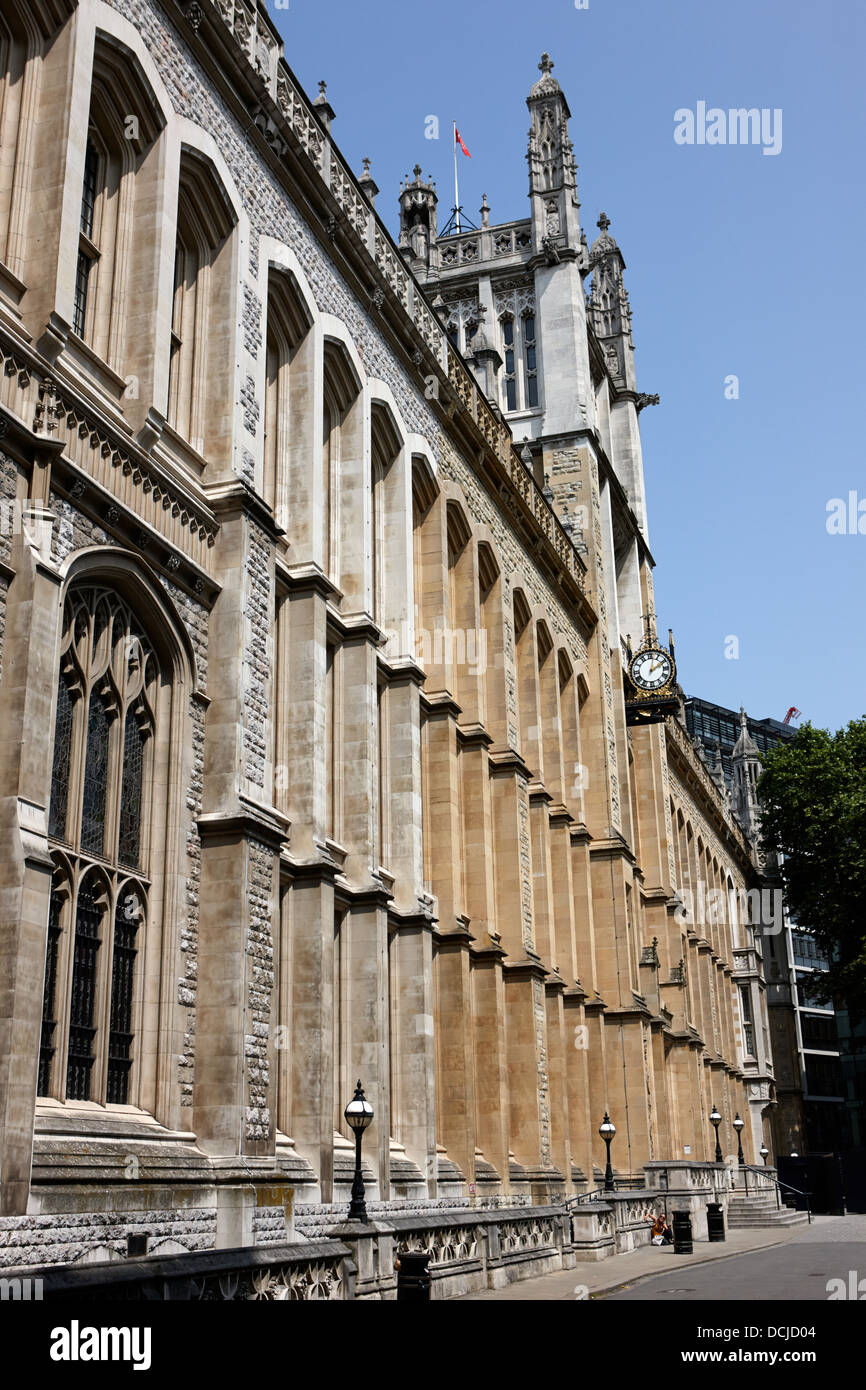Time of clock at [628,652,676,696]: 2:02
